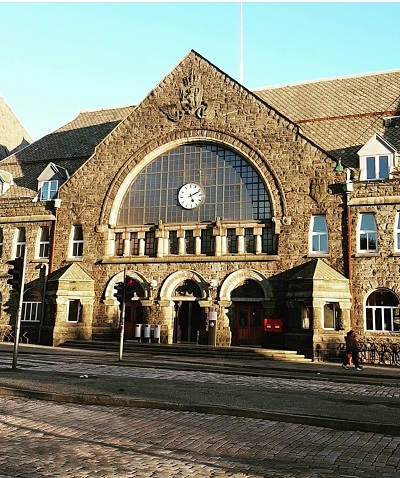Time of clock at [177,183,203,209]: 5:11
